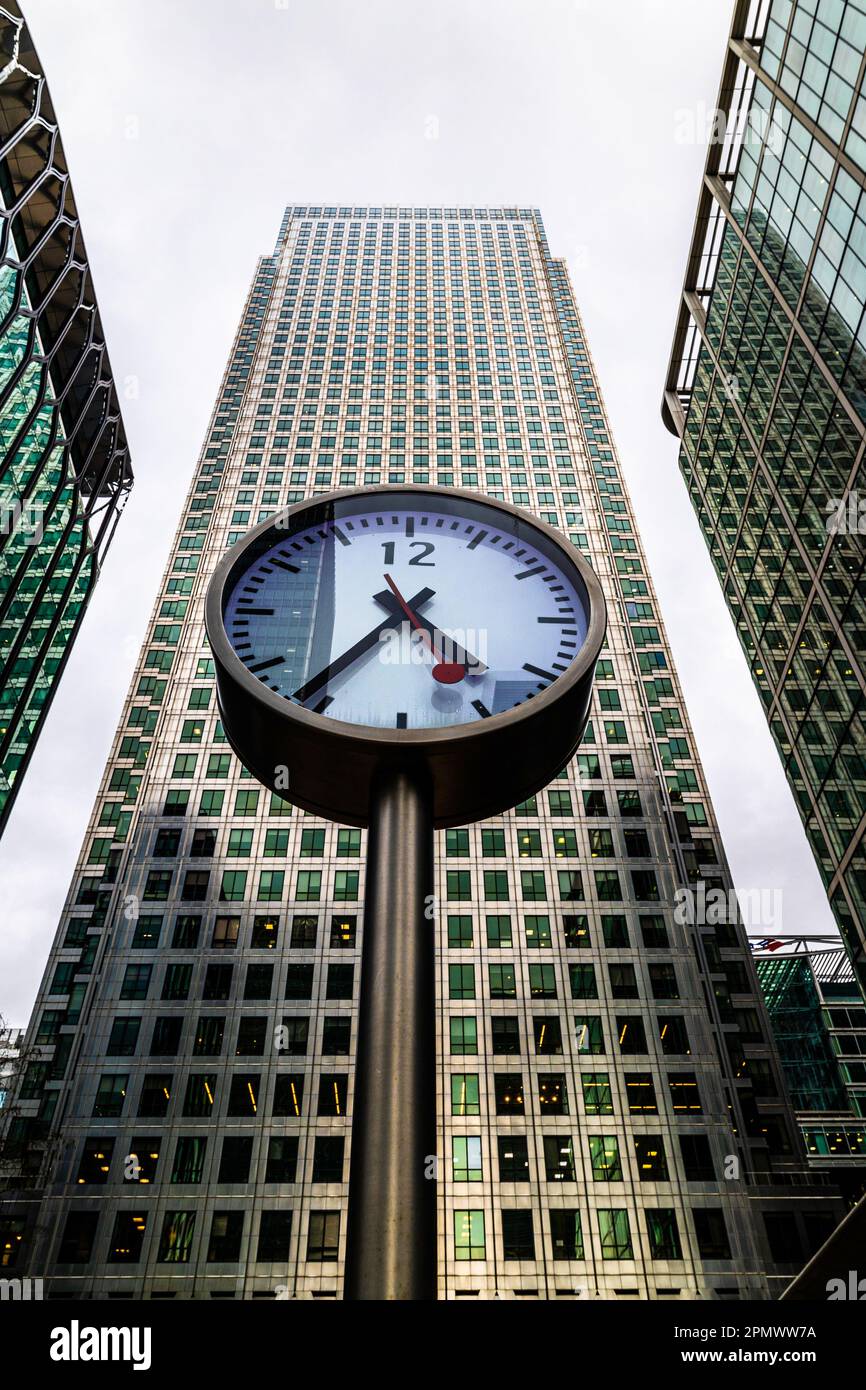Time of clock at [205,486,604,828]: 4:36
